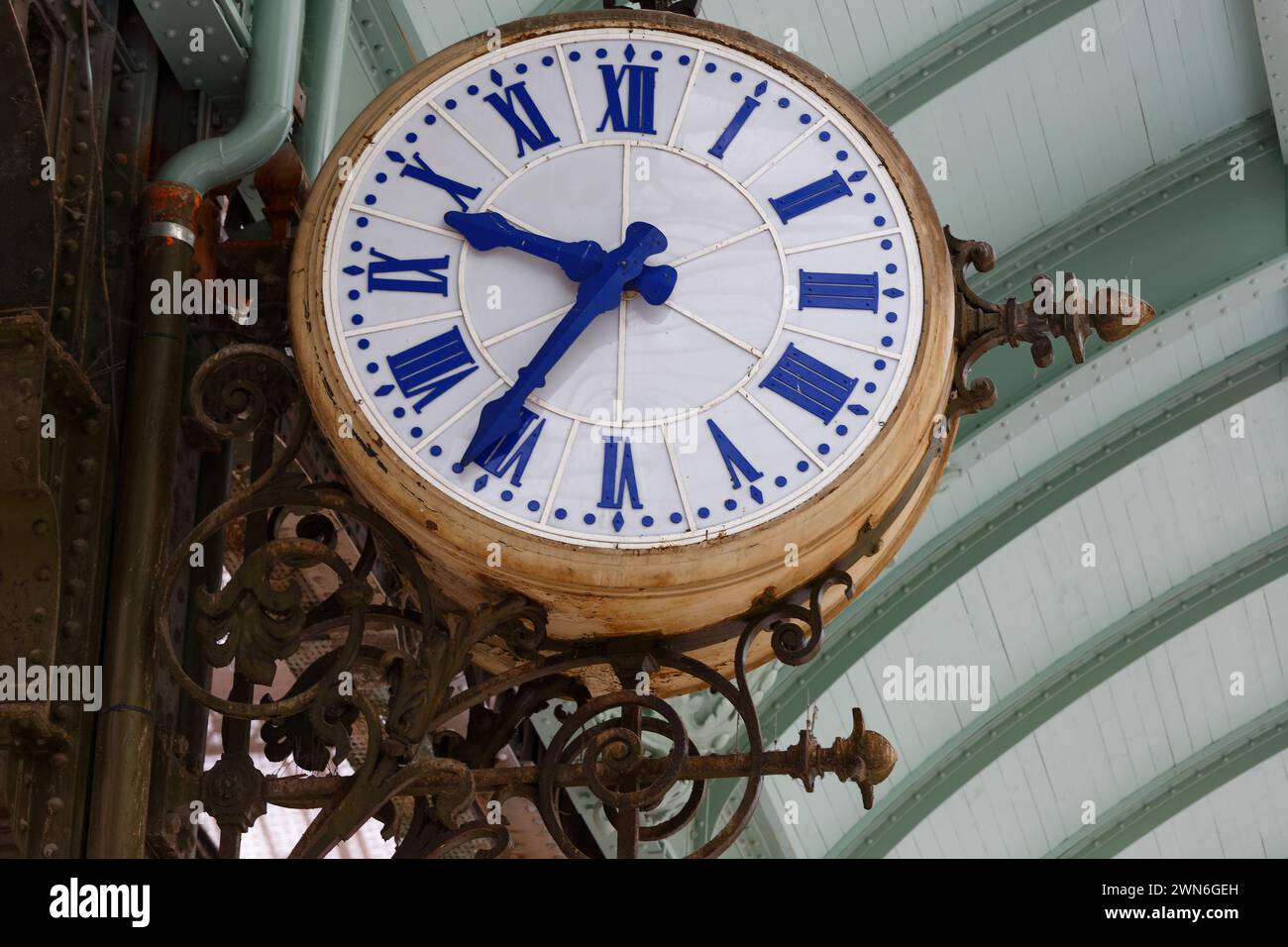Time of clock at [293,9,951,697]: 9:36
